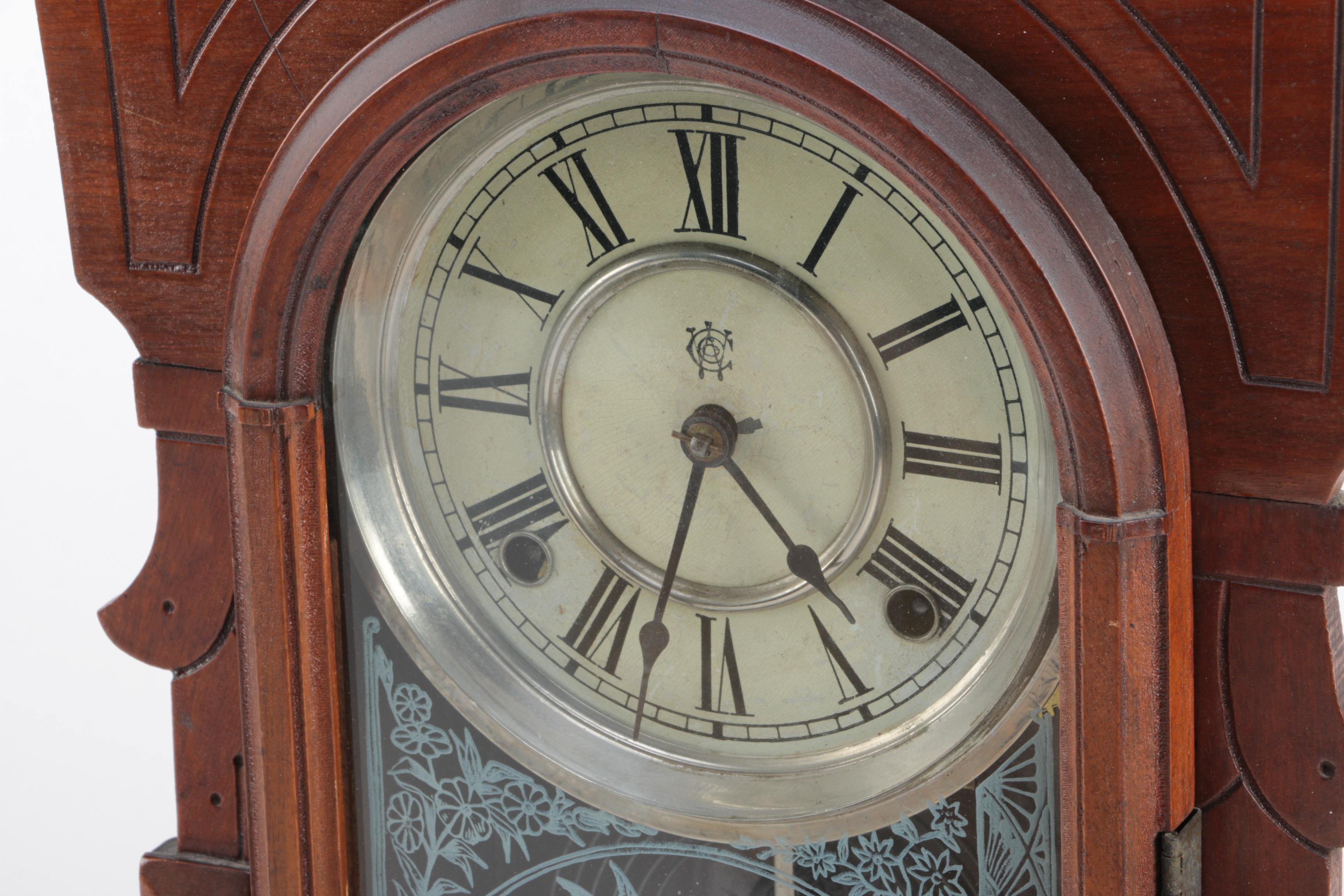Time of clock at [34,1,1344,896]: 4:33
